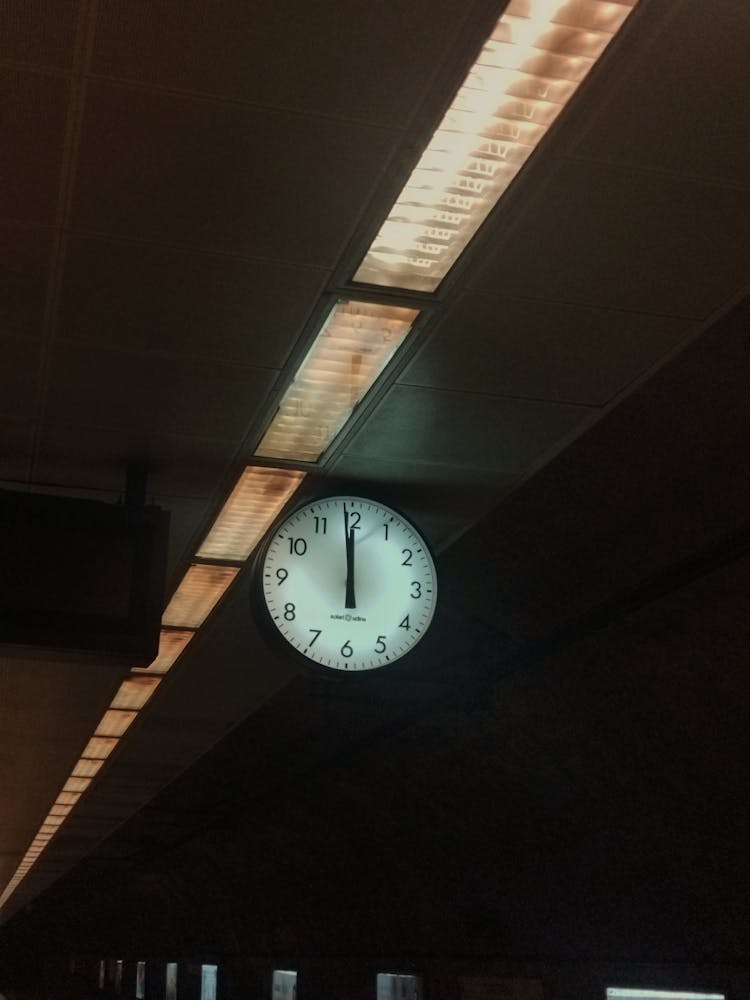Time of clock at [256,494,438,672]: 11:58
